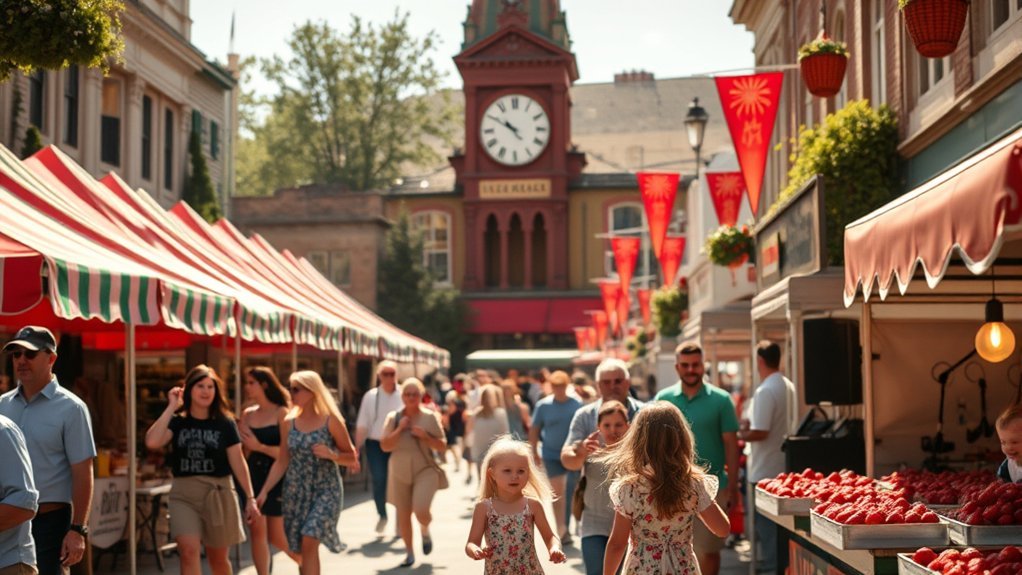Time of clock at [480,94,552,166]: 10:50
